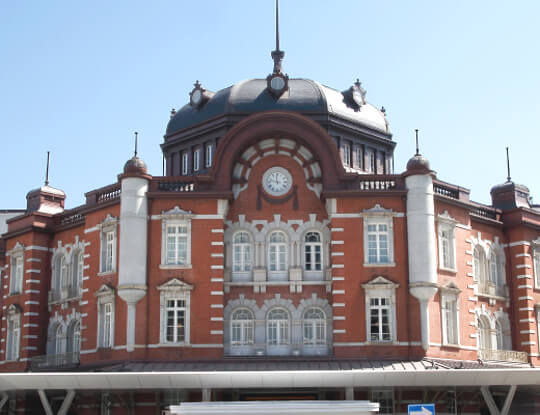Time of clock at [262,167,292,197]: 11:47
